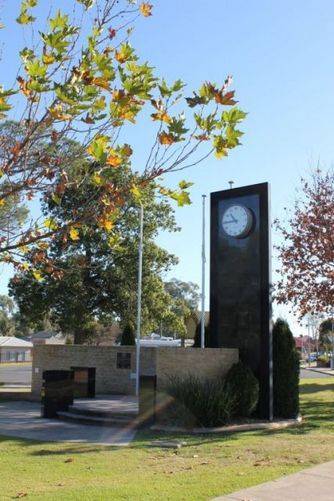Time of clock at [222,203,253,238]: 10:44
